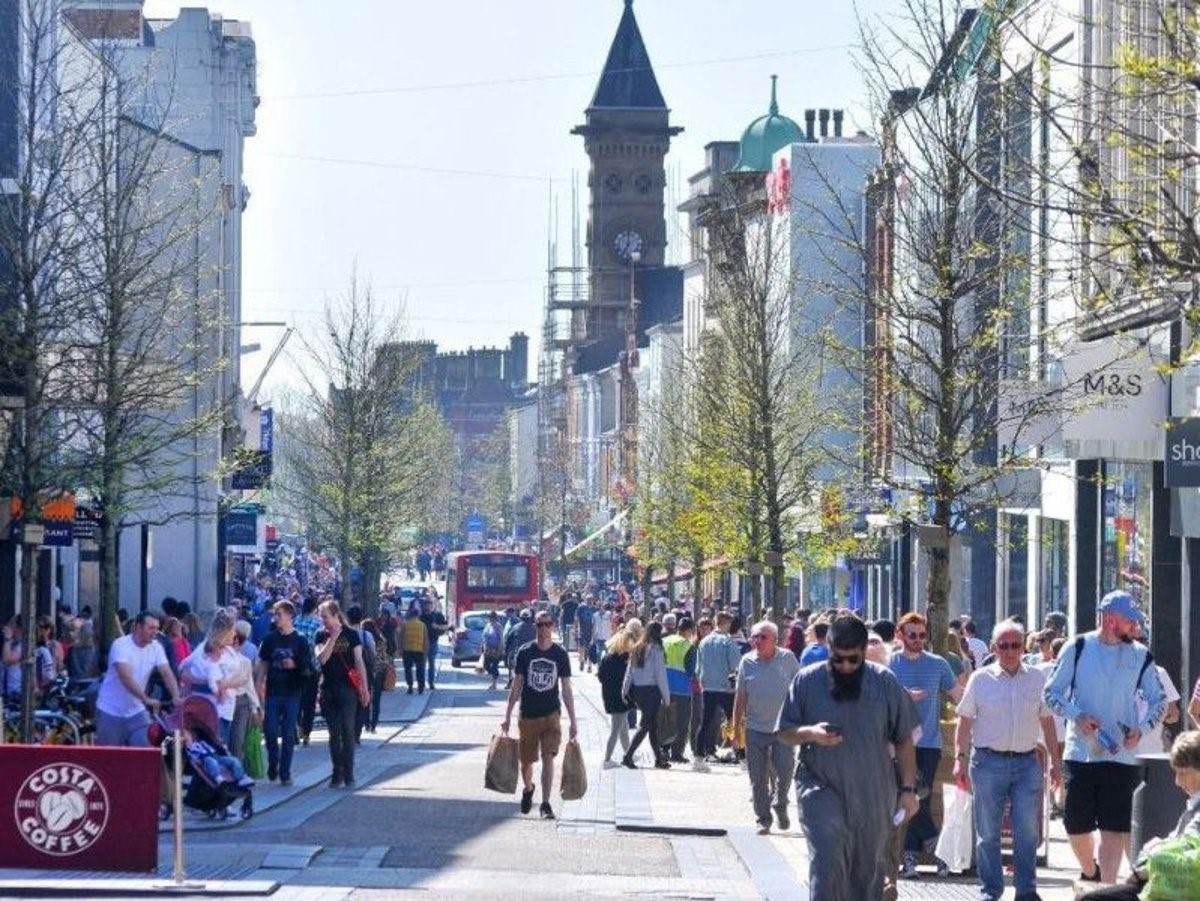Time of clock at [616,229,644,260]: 7:00
